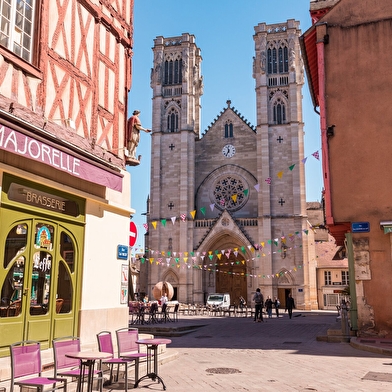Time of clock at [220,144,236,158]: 11:35
